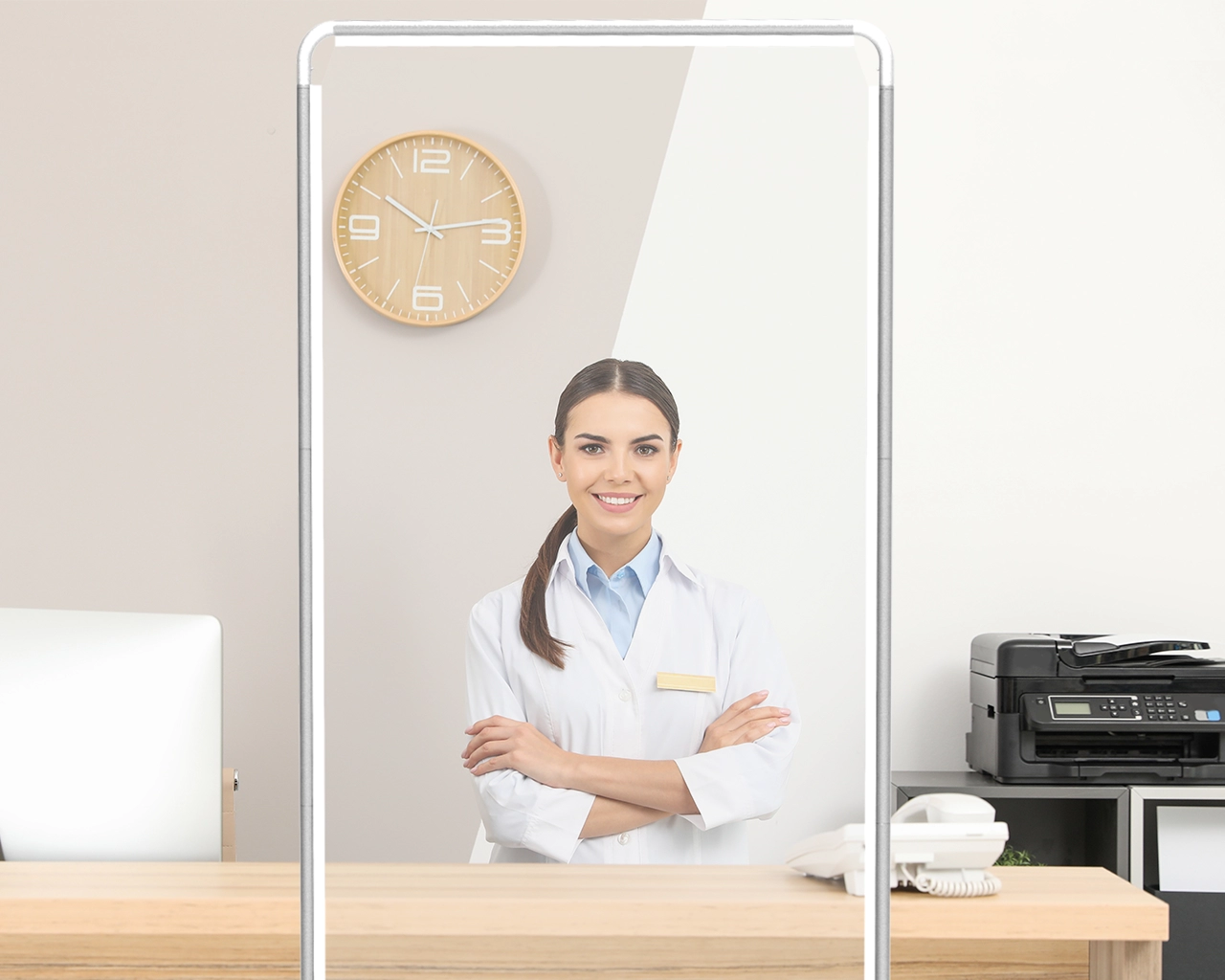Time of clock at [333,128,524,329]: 10:13
